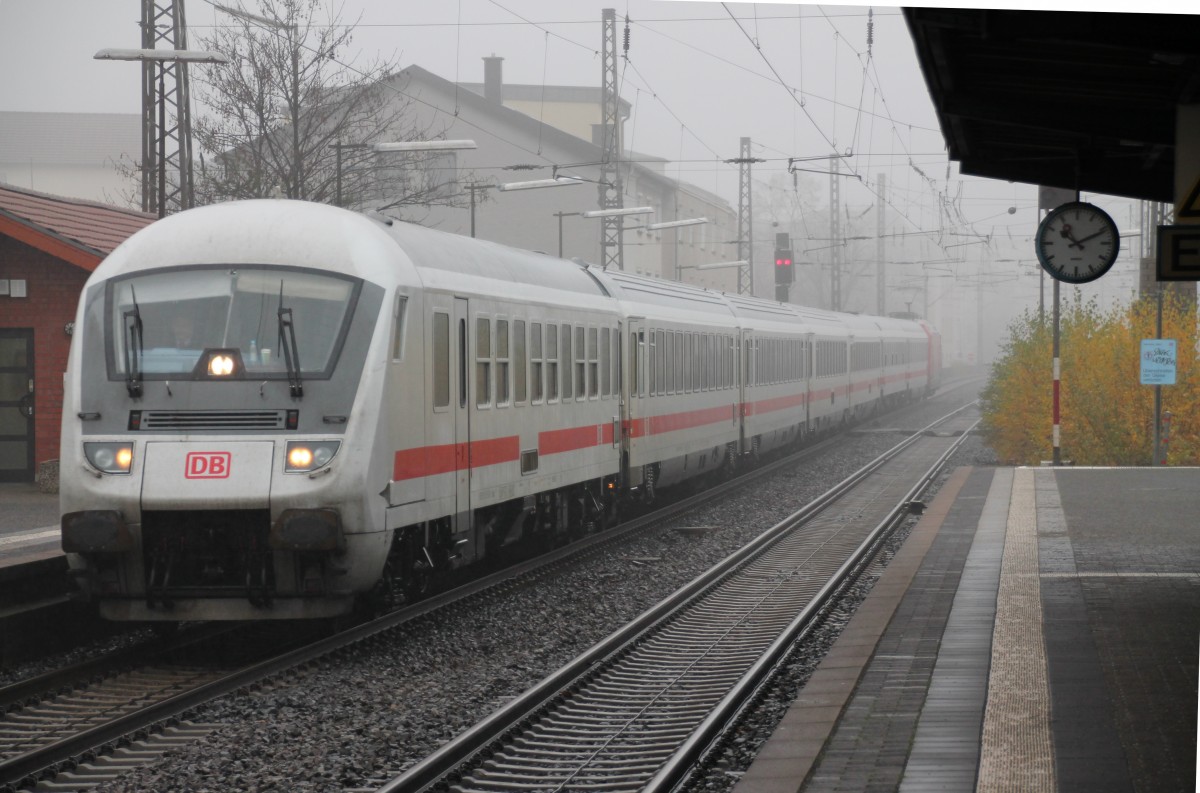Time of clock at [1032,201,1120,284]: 10:11
